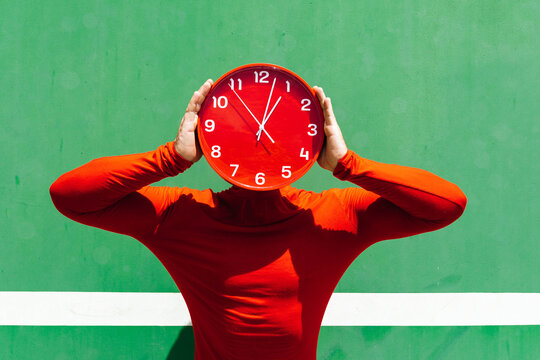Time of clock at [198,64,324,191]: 1:02
